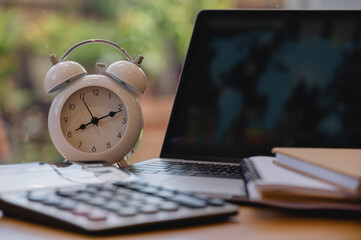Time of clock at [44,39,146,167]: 8:11
